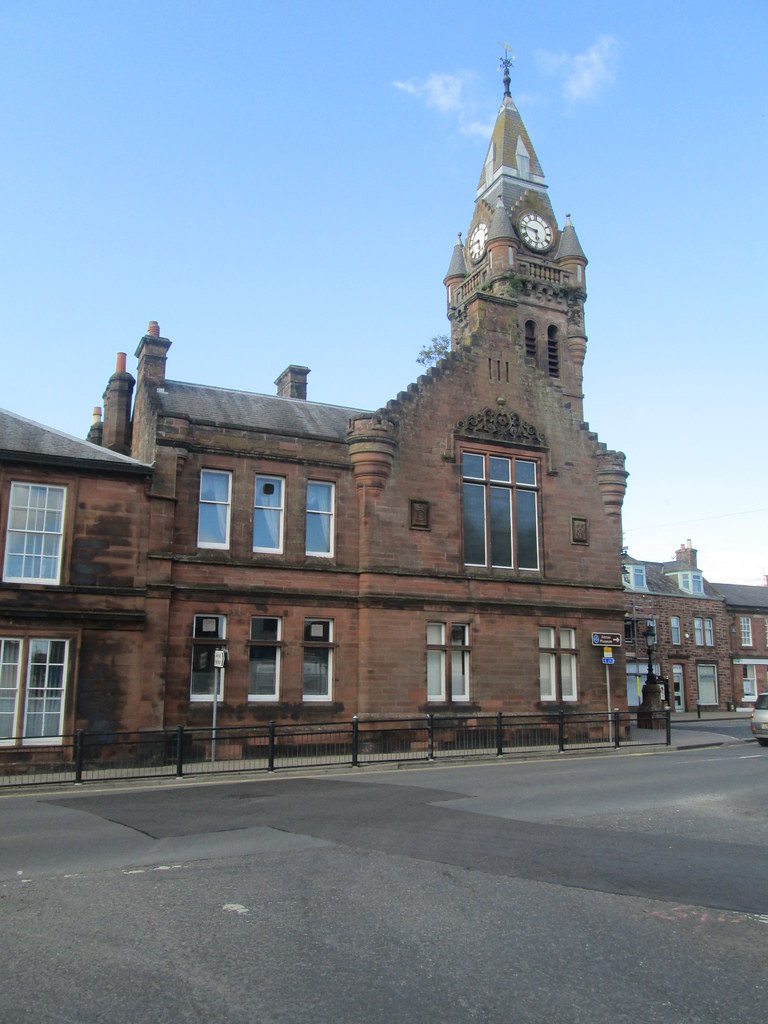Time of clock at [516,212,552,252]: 5:46
